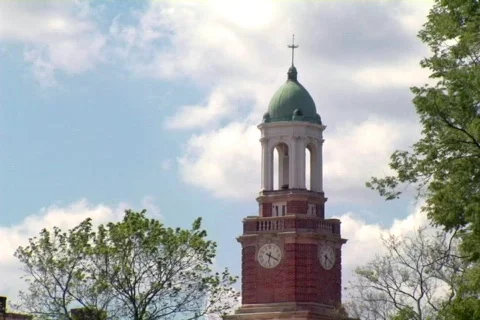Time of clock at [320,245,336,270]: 6:21
